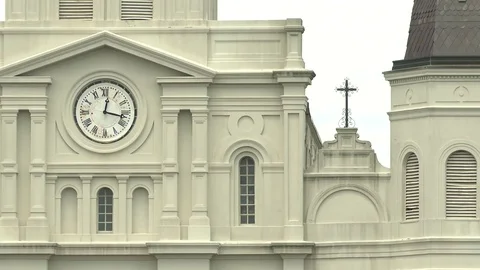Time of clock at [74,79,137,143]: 12:16
